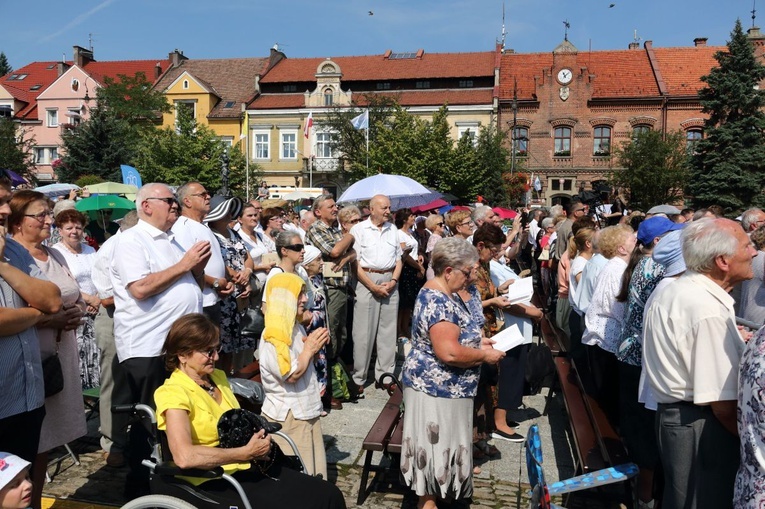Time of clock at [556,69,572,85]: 11:07
